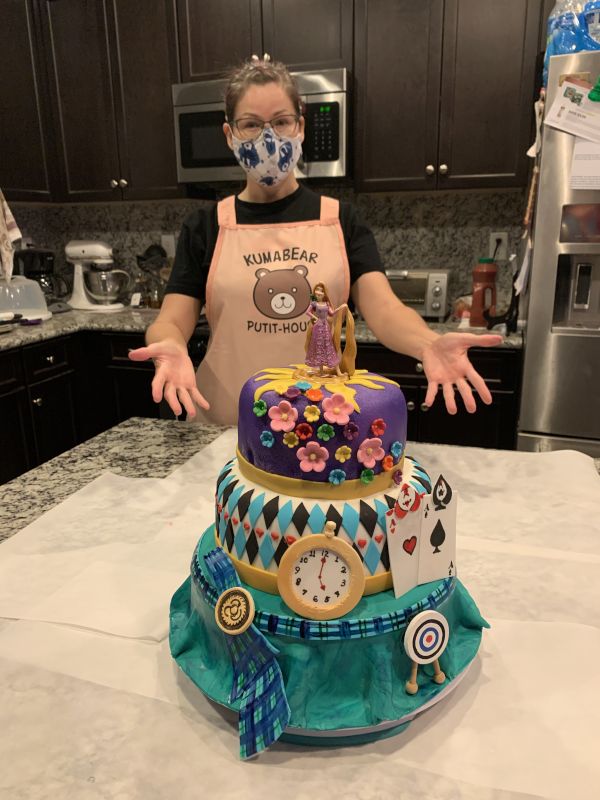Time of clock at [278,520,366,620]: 5:00
